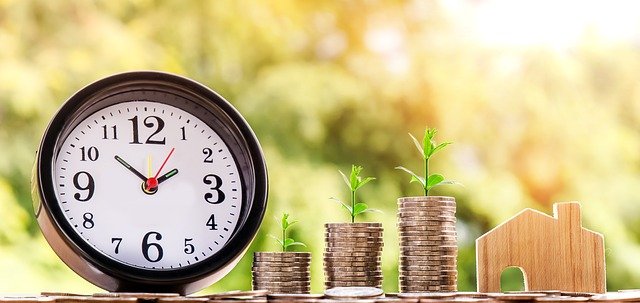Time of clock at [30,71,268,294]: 1:51
